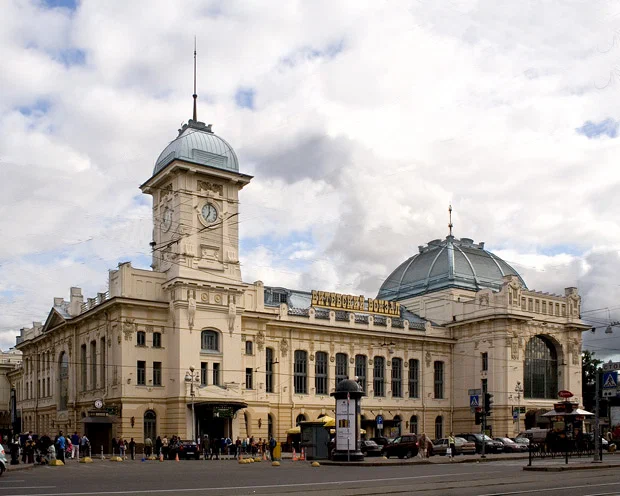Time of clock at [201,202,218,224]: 7:00
